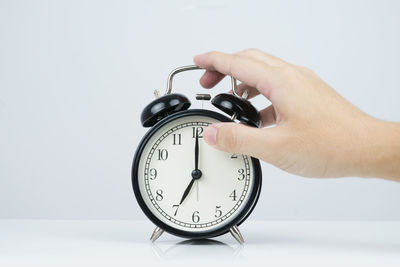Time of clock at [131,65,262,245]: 7:00
